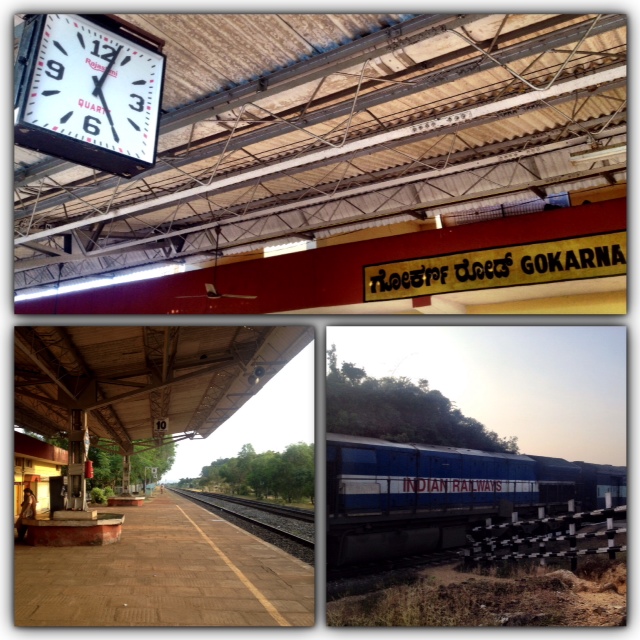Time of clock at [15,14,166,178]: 5:02
